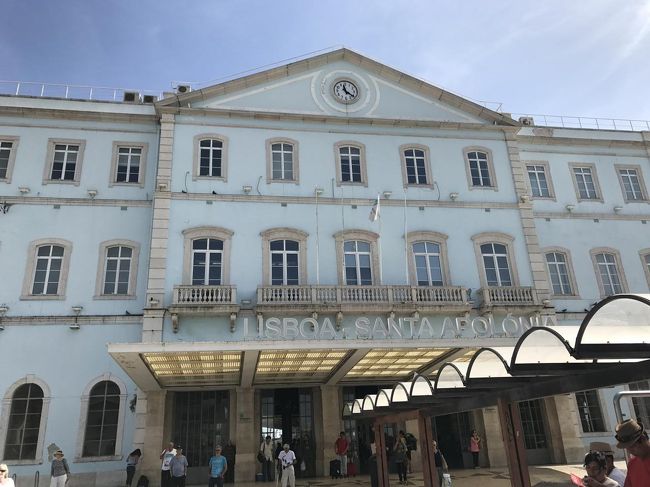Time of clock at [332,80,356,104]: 11:21
